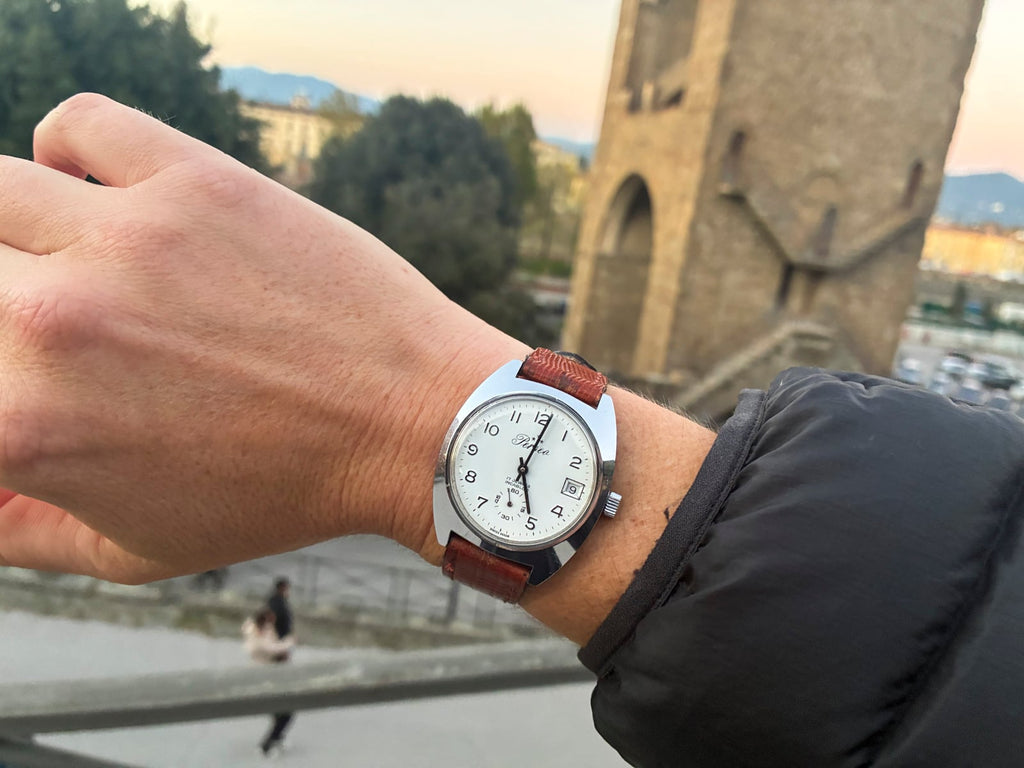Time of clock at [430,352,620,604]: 5:01
